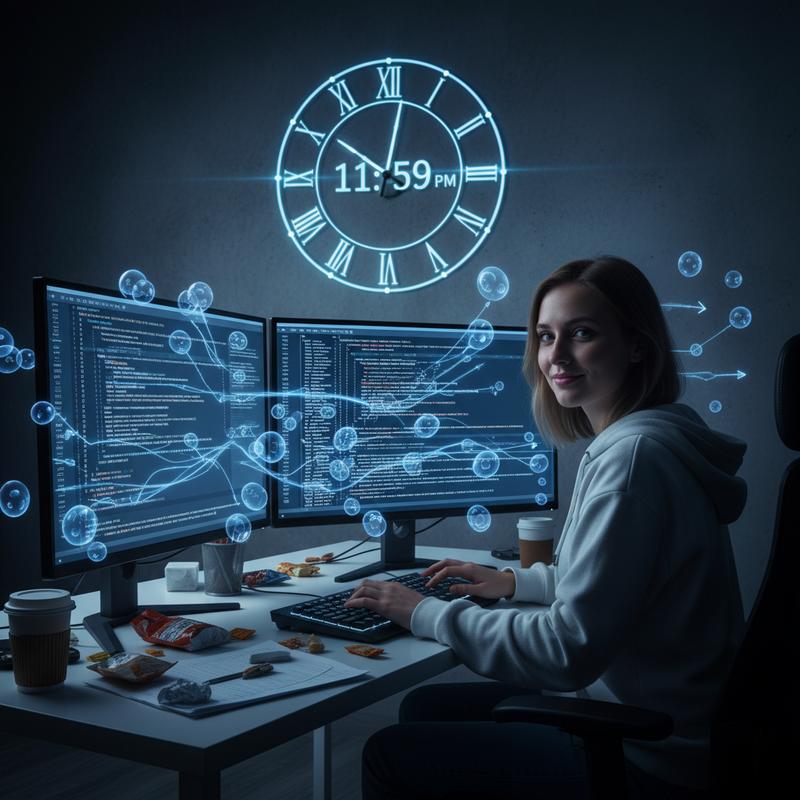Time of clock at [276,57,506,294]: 10:02
